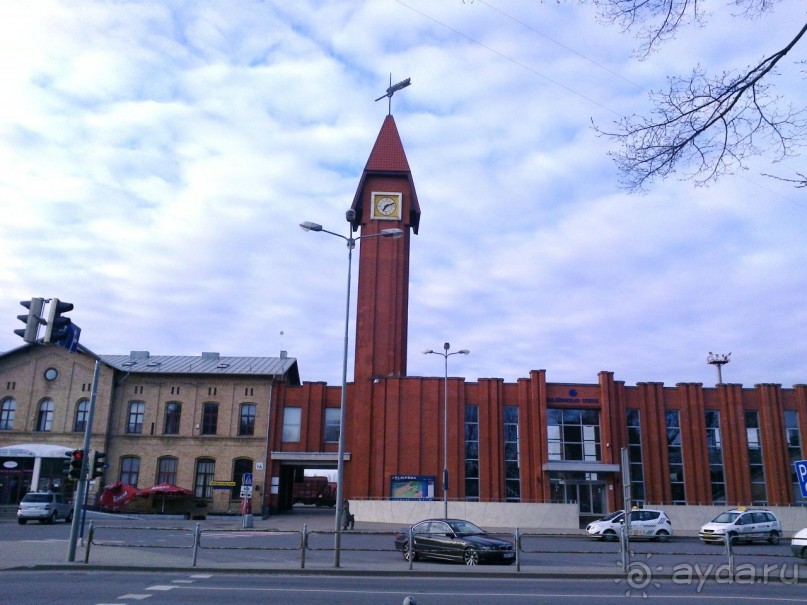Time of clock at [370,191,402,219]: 7:11
